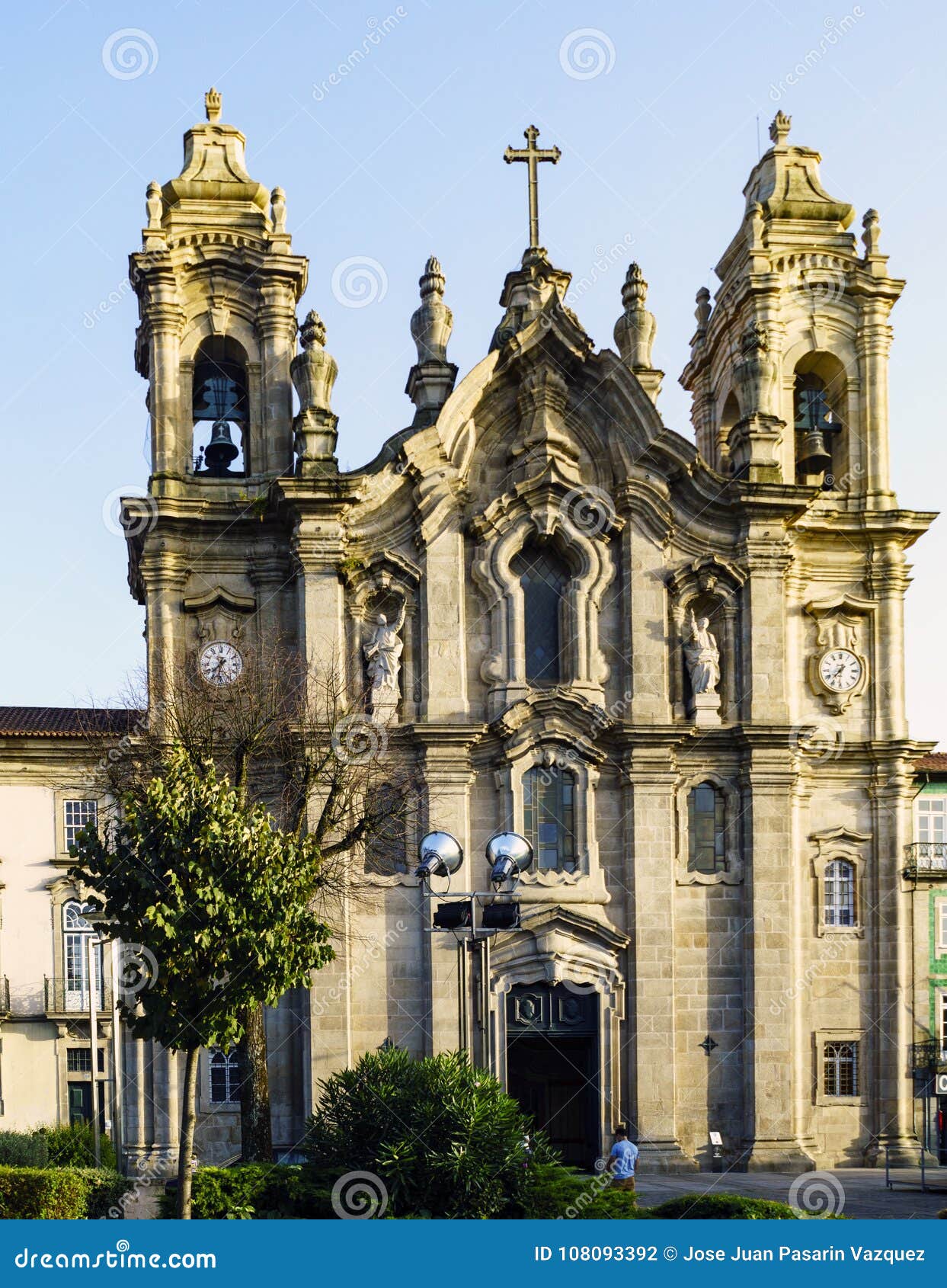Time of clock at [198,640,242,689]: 7:32
